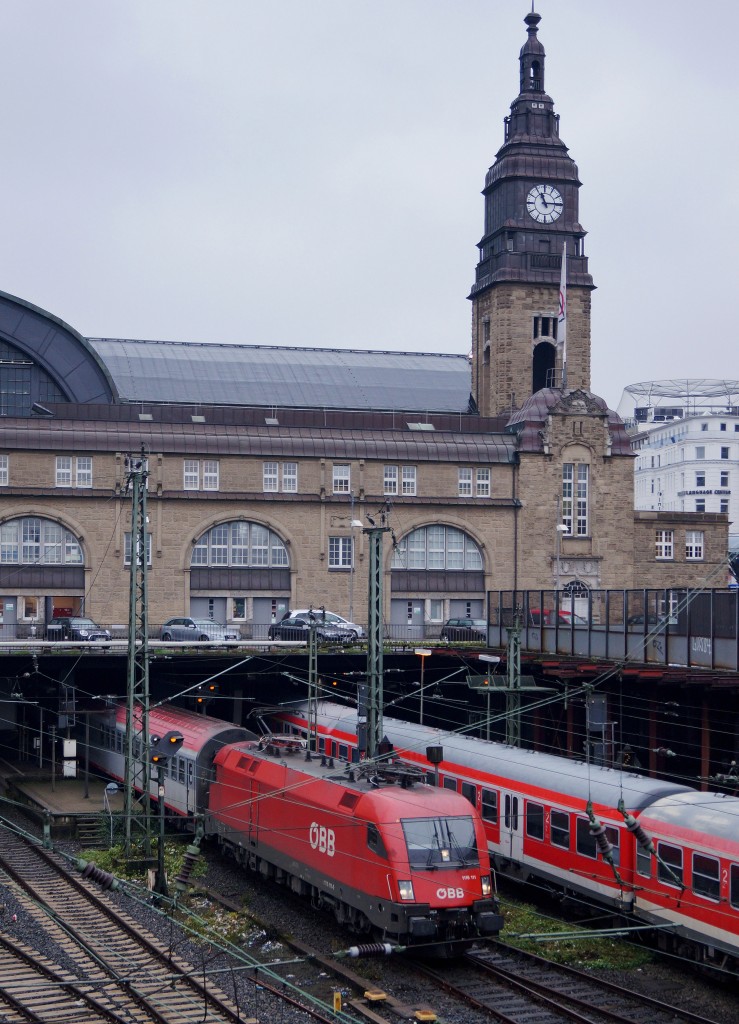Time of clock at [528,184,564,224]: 11:14
